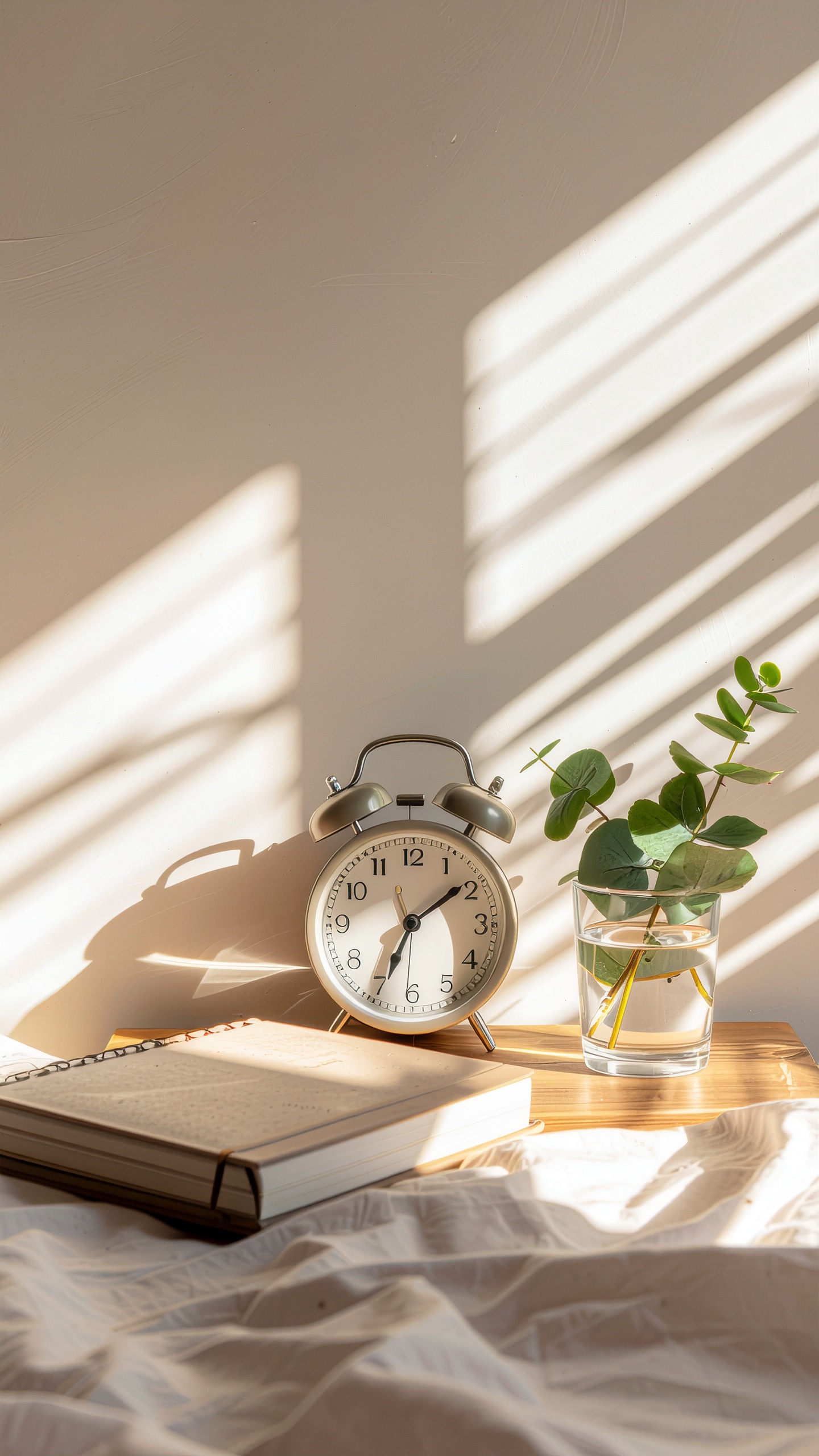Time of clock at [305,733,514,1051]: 1:34
